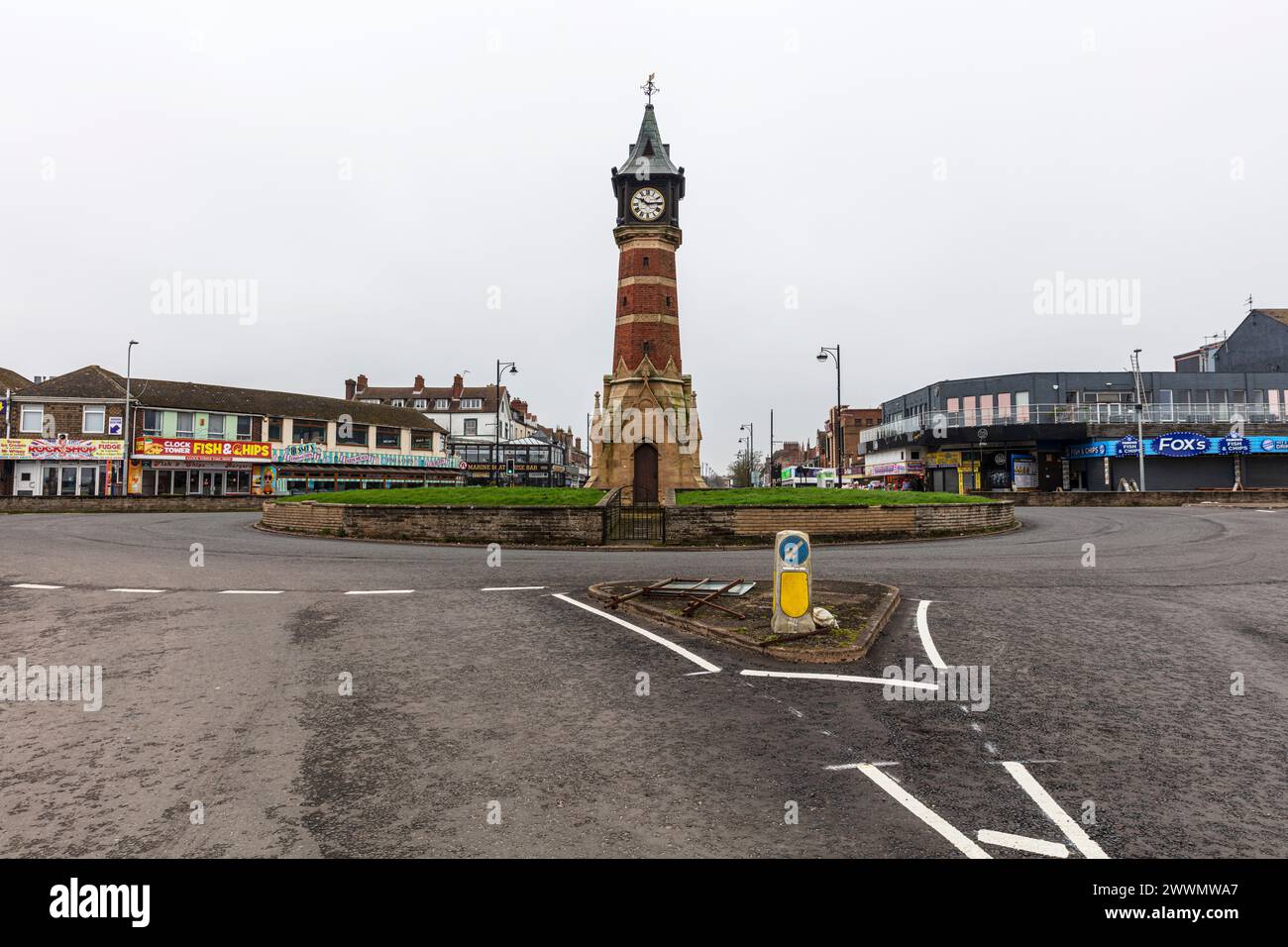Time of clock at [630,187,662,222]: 10:14
